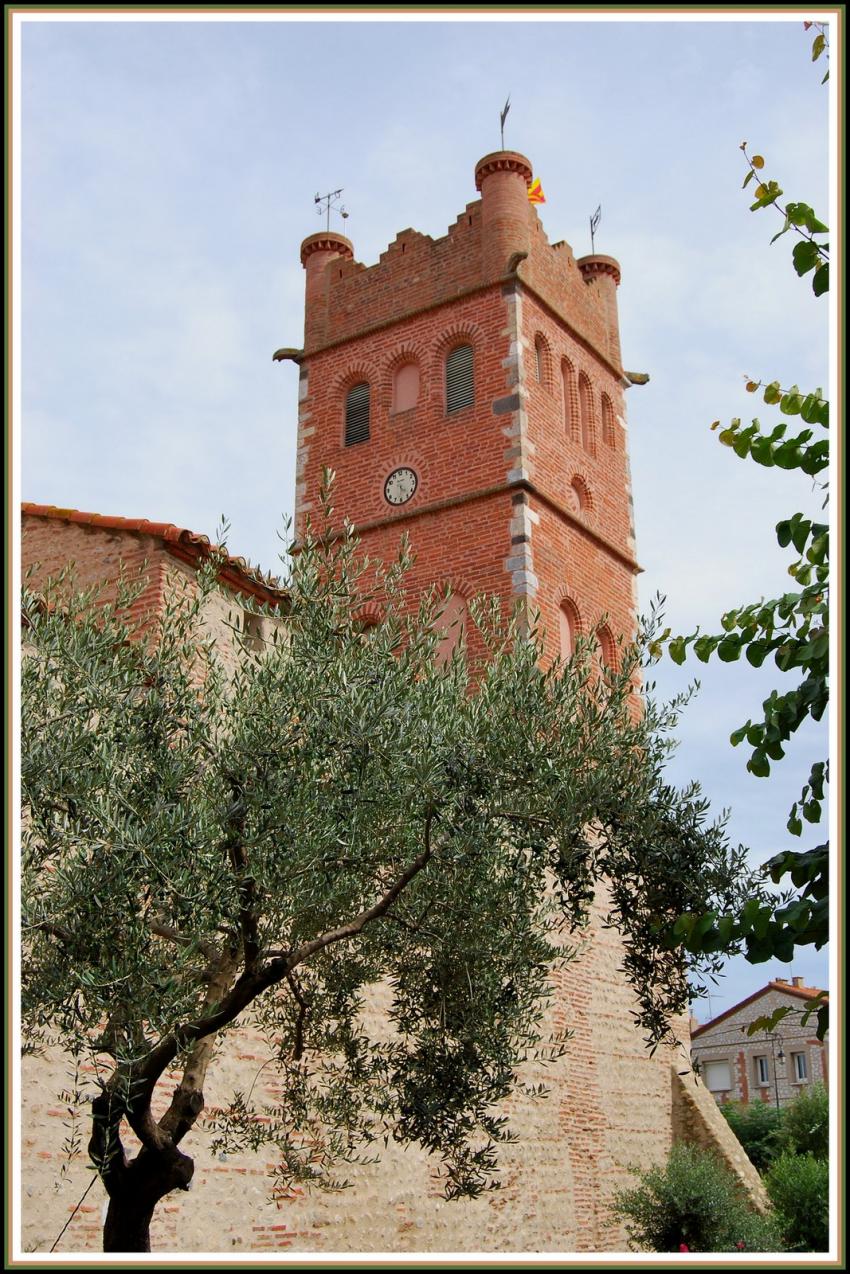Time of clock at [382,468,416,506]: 4:31
